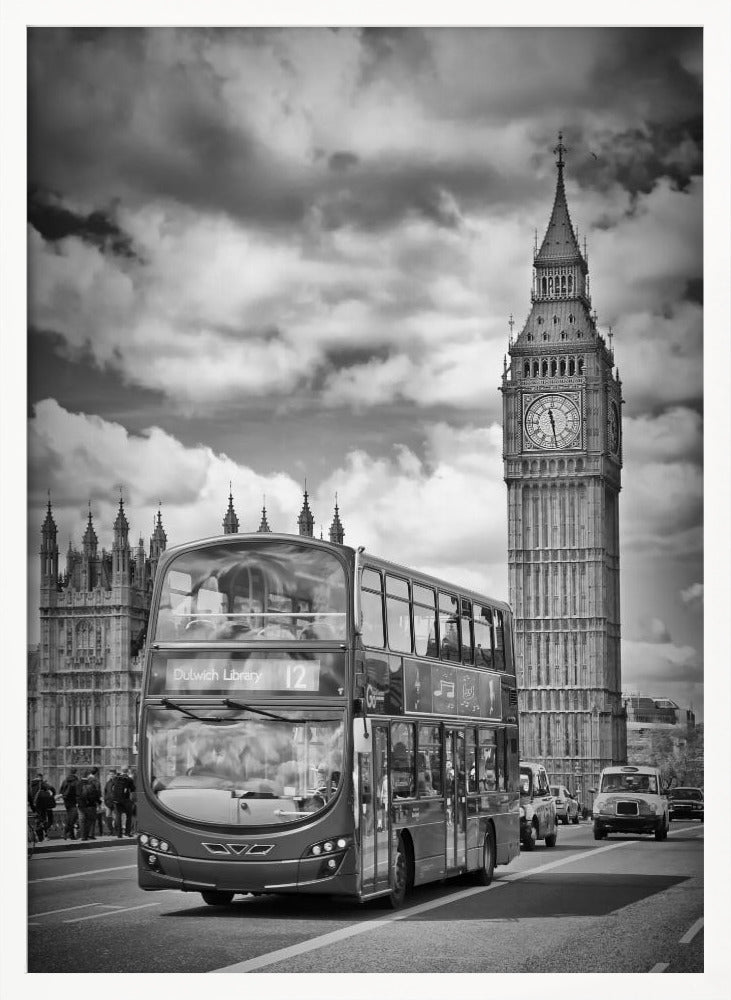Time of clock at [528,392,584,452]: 11:28
